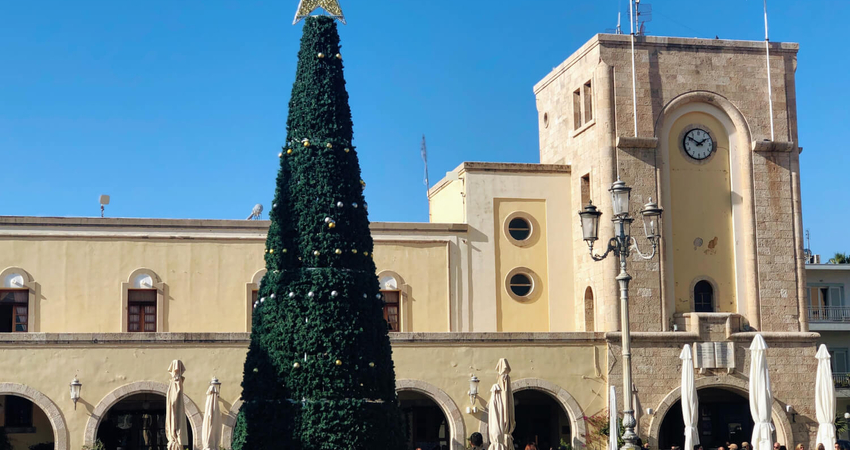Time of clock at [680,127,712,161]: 1:50
